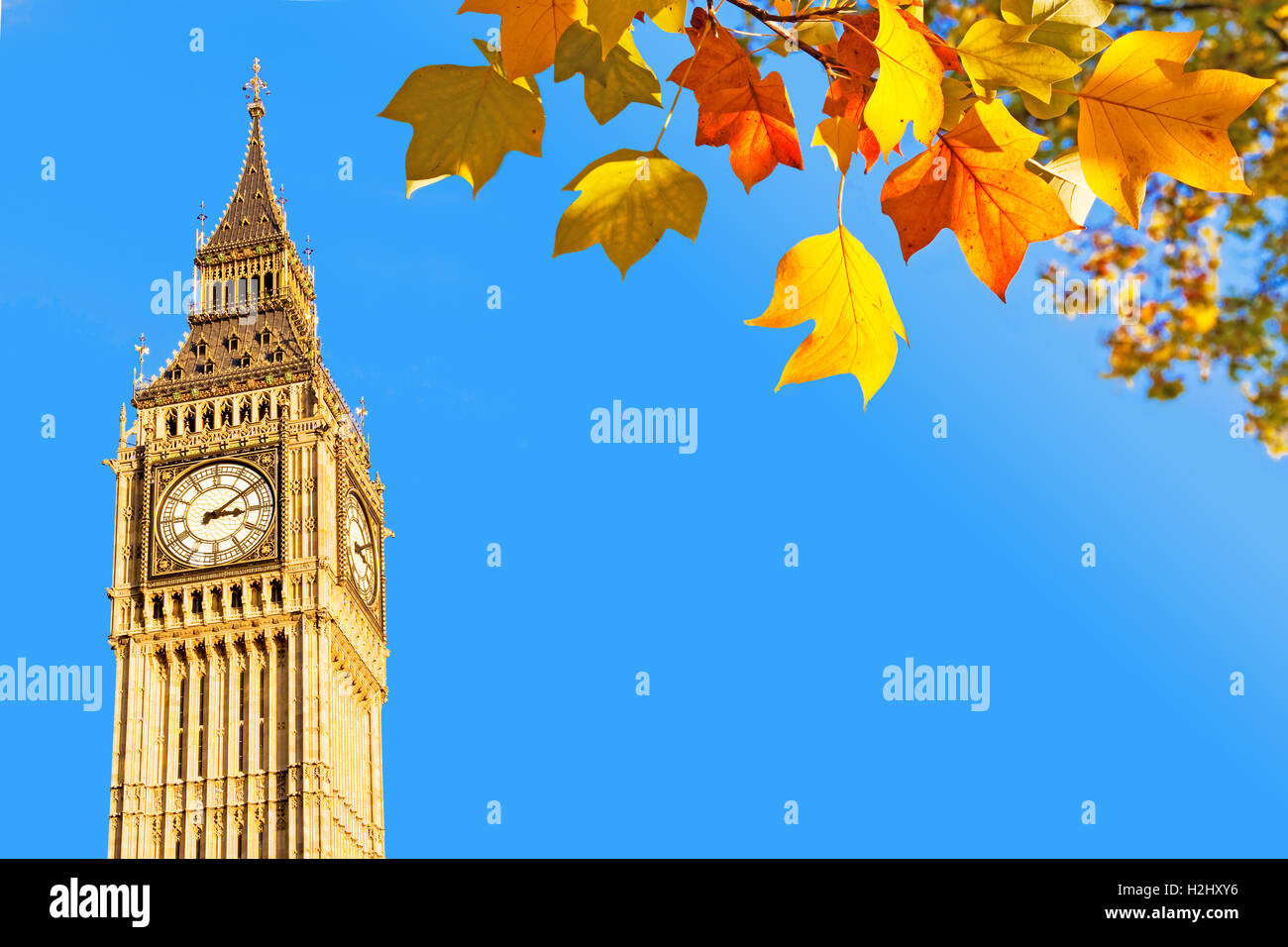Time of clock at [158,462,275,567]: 3:09
